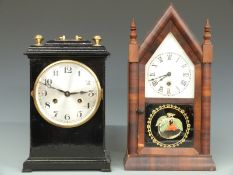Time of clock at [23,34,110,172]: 2:48
